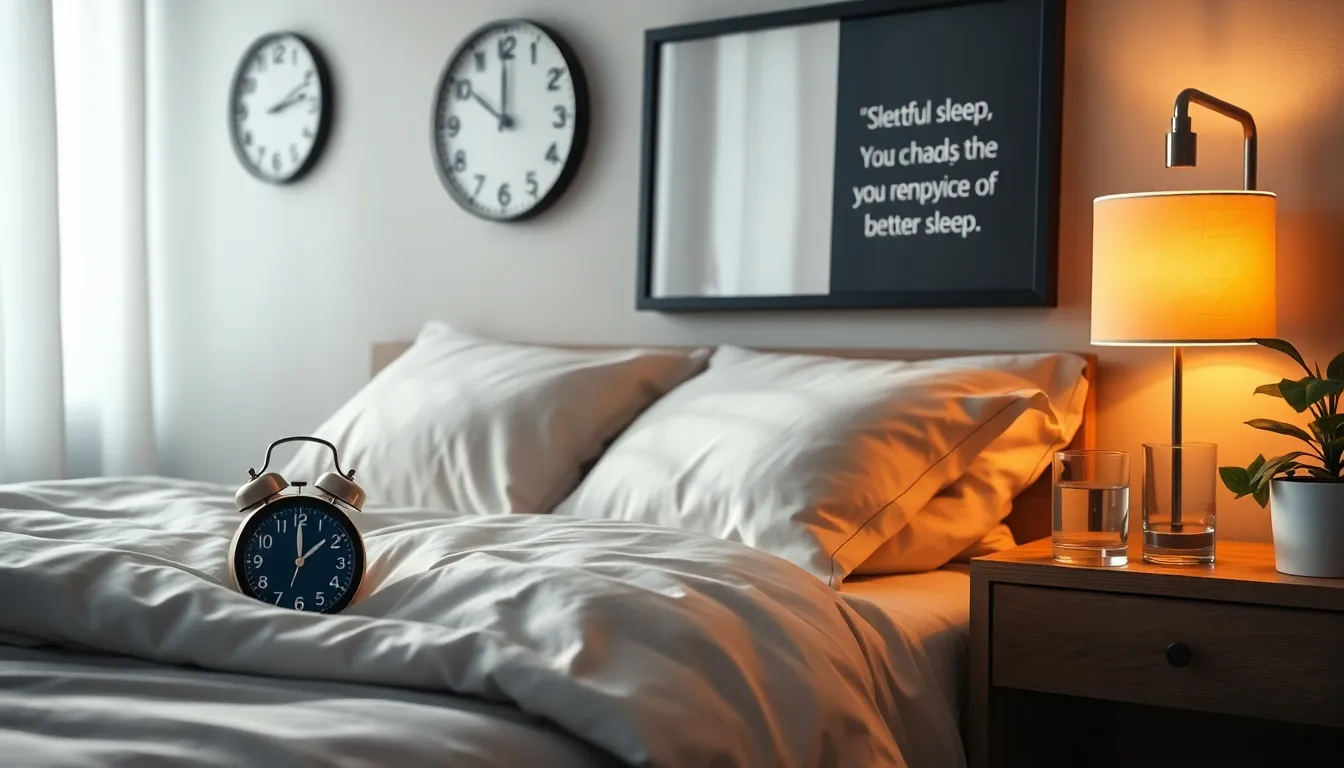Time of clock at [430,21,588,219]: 11:50
